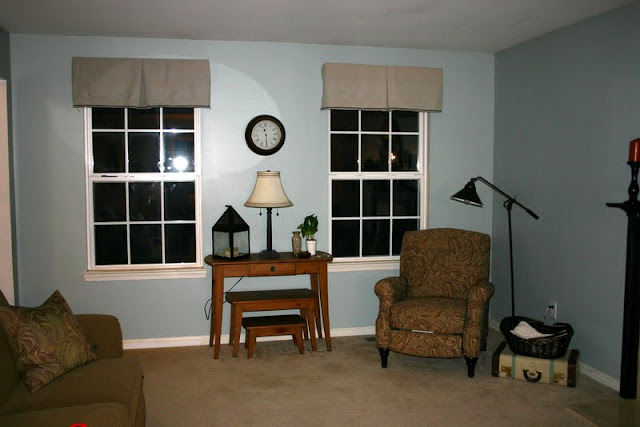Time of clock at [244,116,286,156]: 11:30
